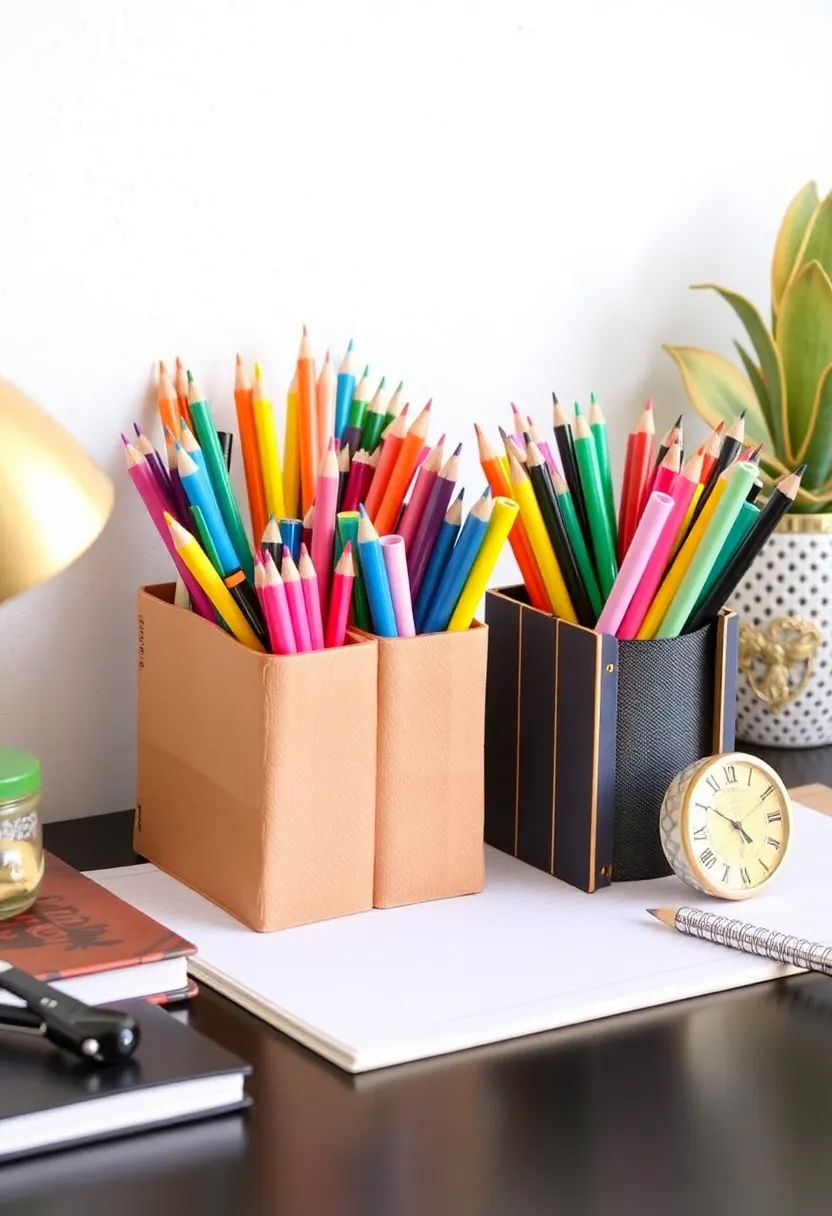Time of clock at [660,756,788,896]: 4:50
